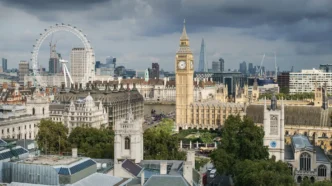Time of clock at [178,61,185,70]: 4:12
